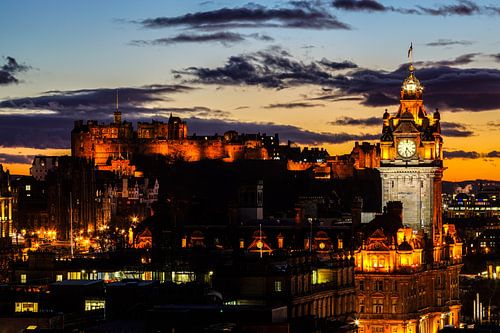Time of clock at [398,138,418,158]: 6:23
